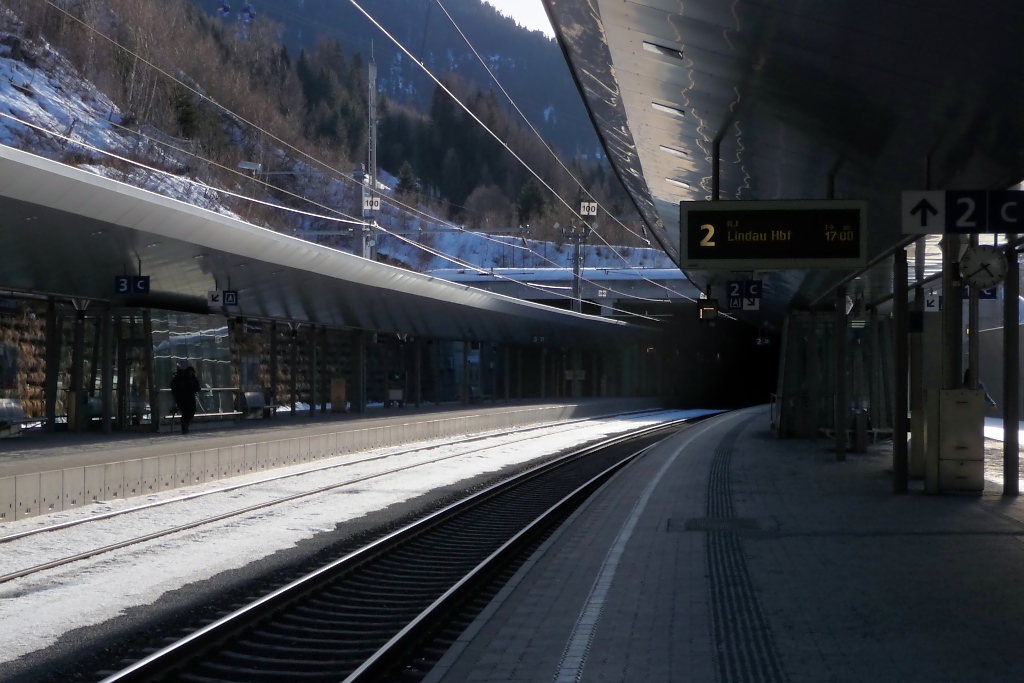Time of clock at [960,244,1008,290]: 4:39
